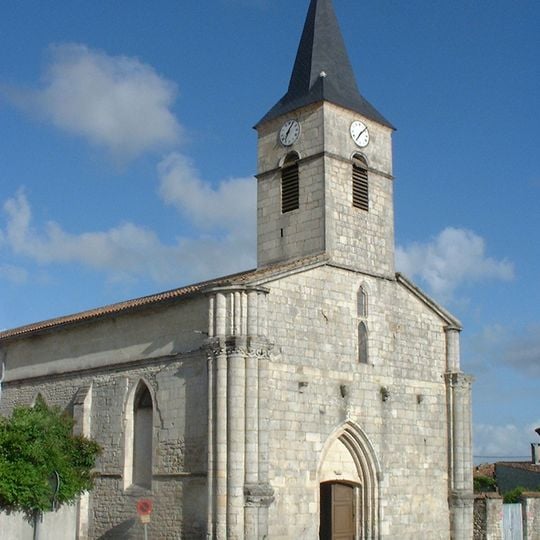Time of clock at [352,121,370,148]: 7:07
